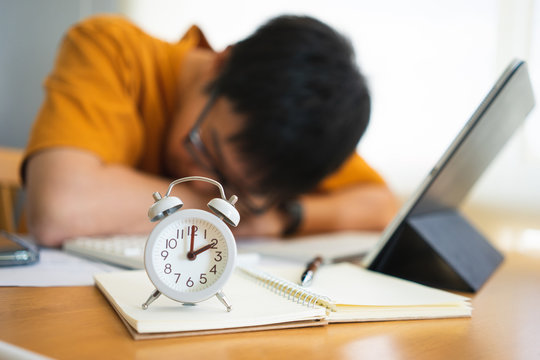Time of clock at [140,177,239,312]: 2:00
